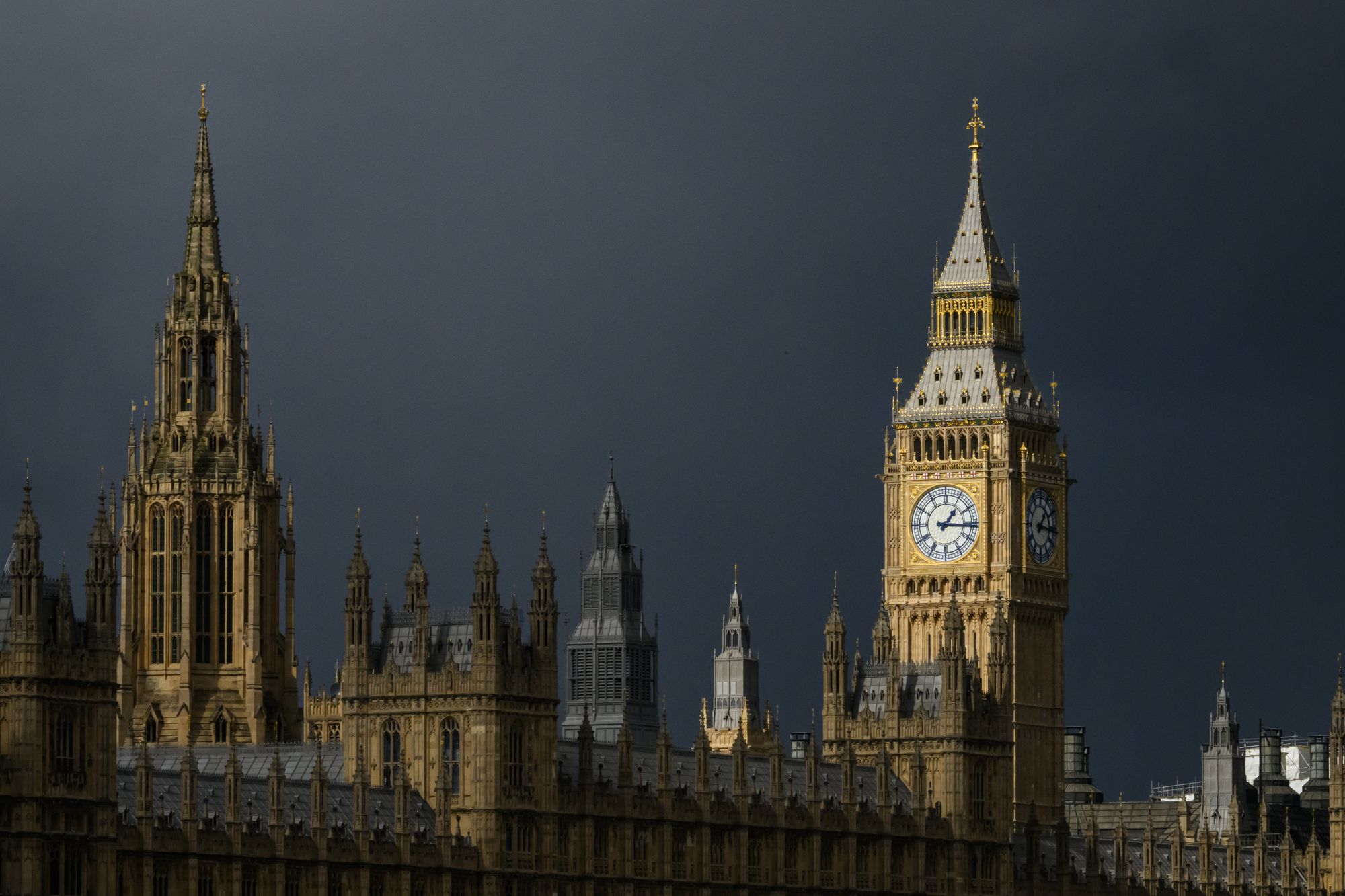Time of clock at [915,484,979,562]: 1:16
